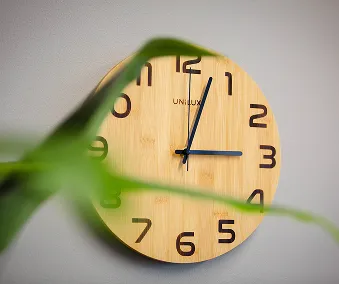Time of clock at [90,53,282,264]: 3:02
